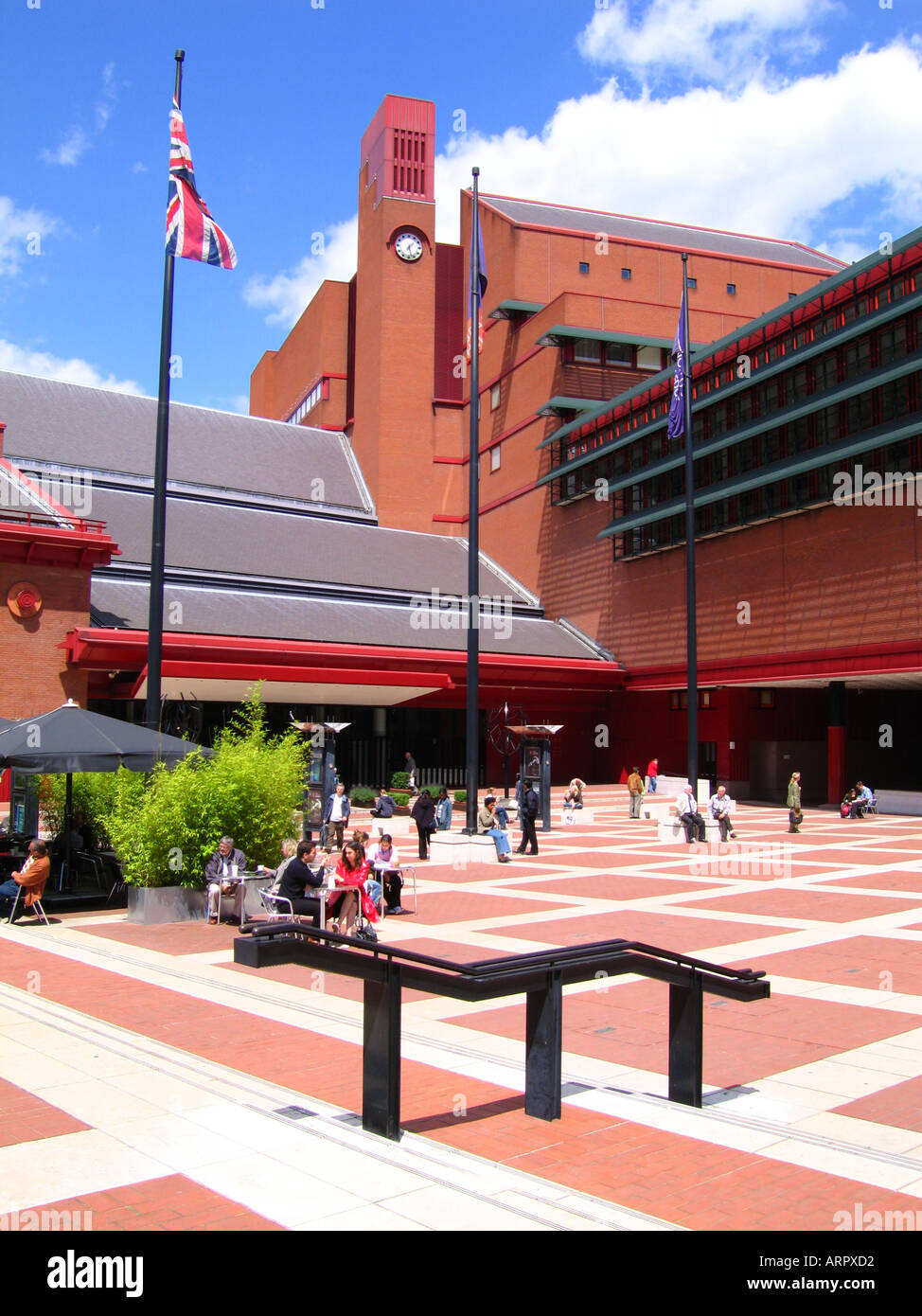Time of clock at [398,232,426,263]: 1:27
